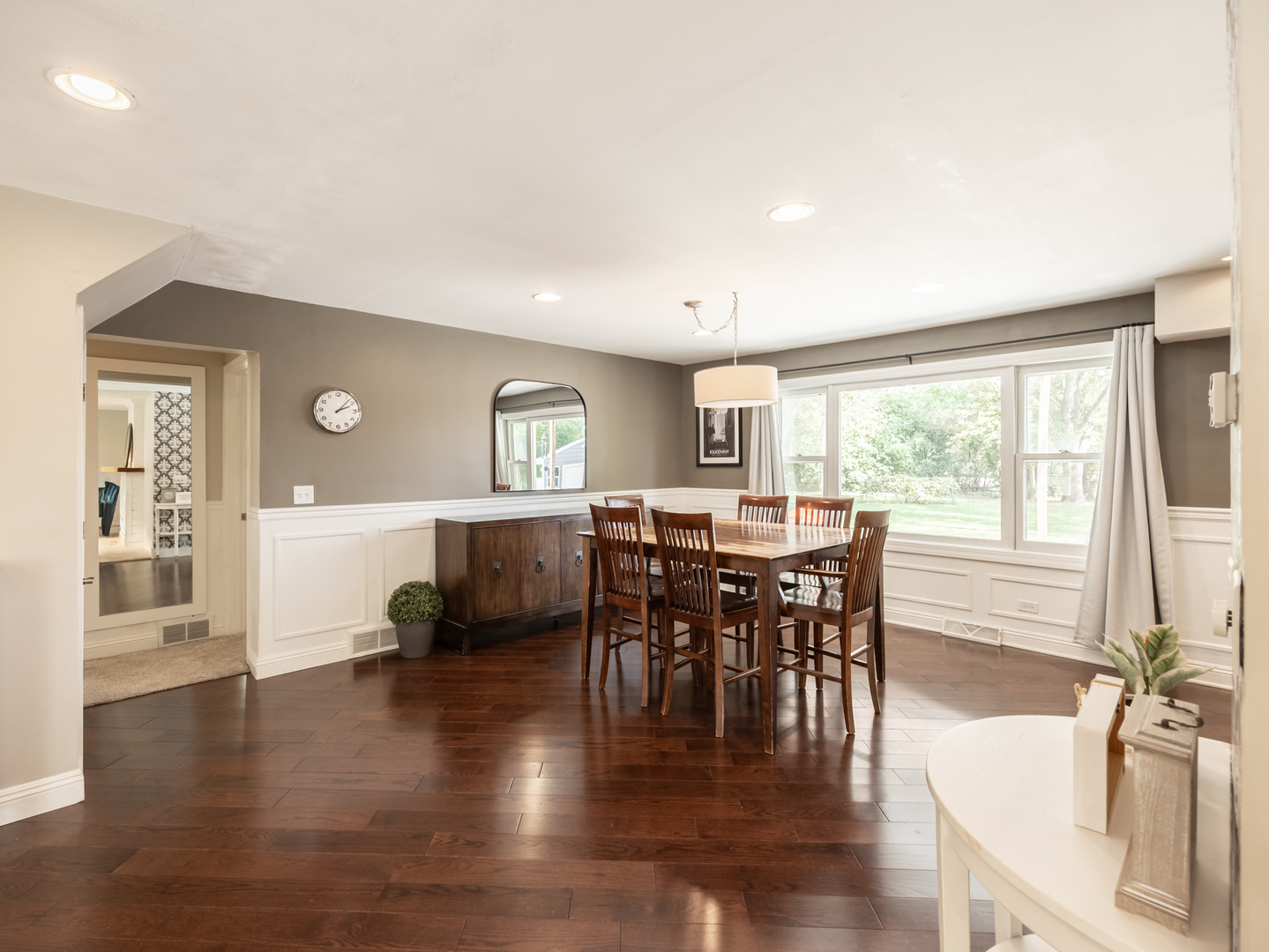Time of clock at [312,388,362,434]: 2:07
